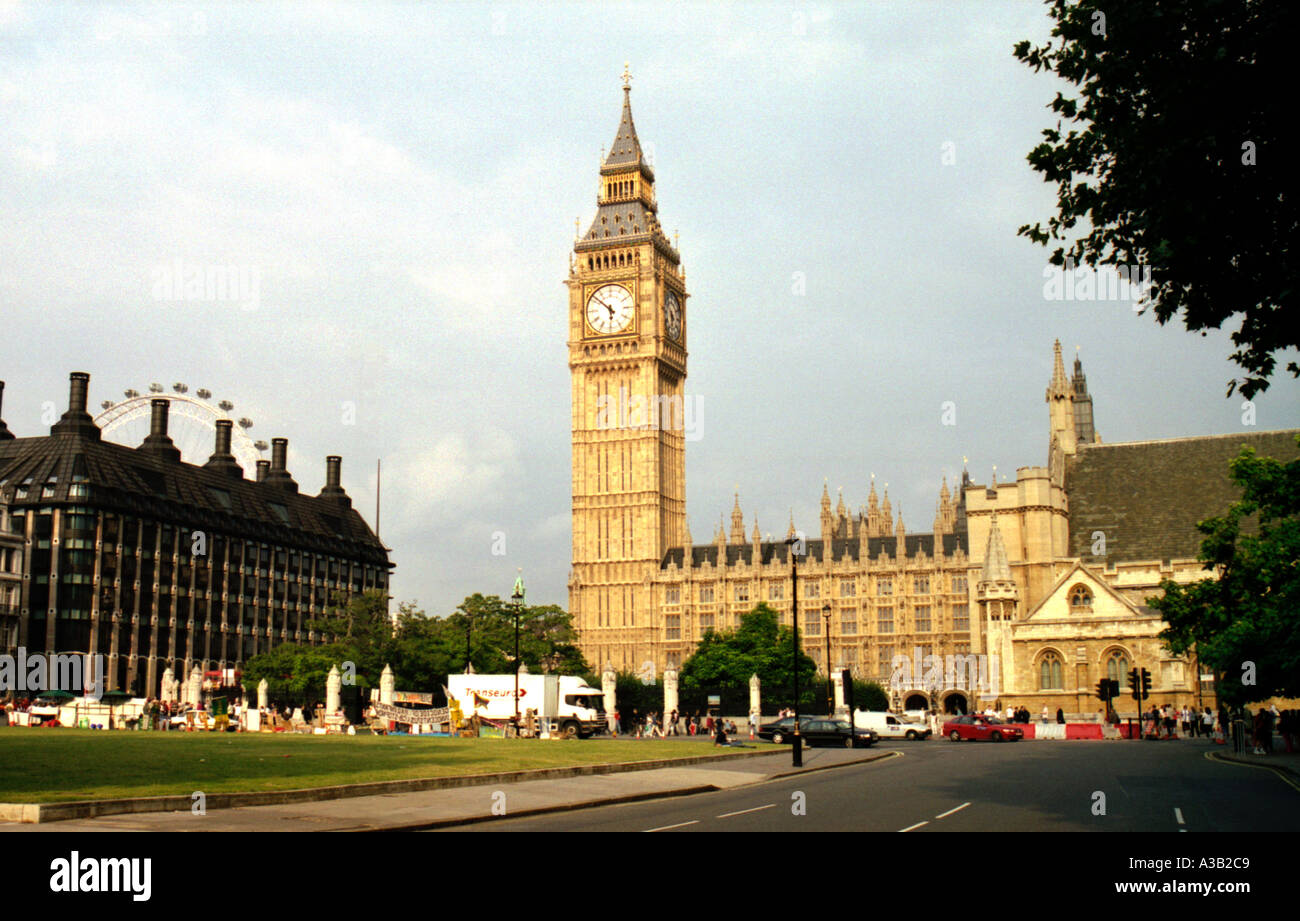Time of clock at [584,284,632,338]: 5:51
